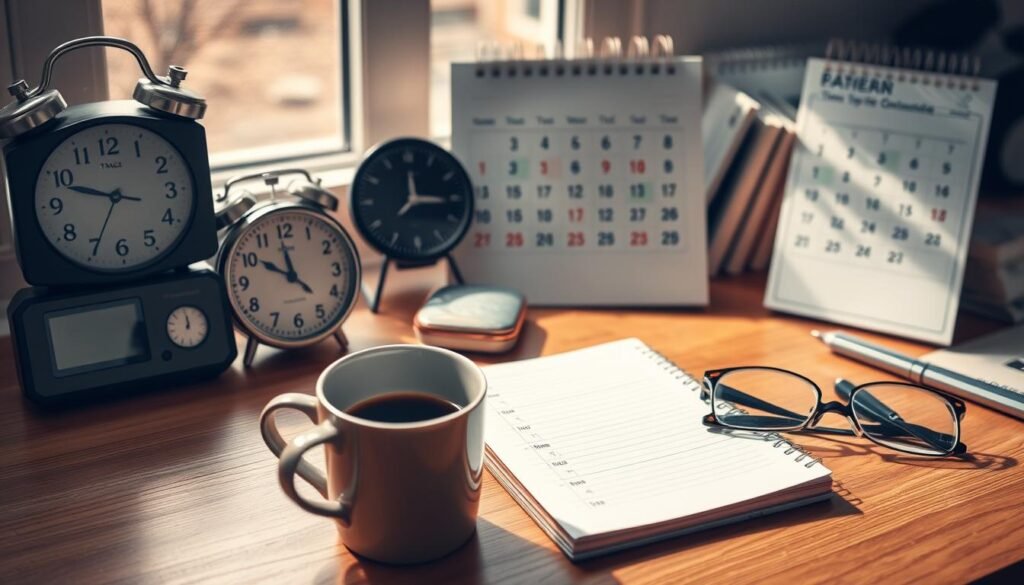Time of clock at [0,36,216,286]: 9:34
